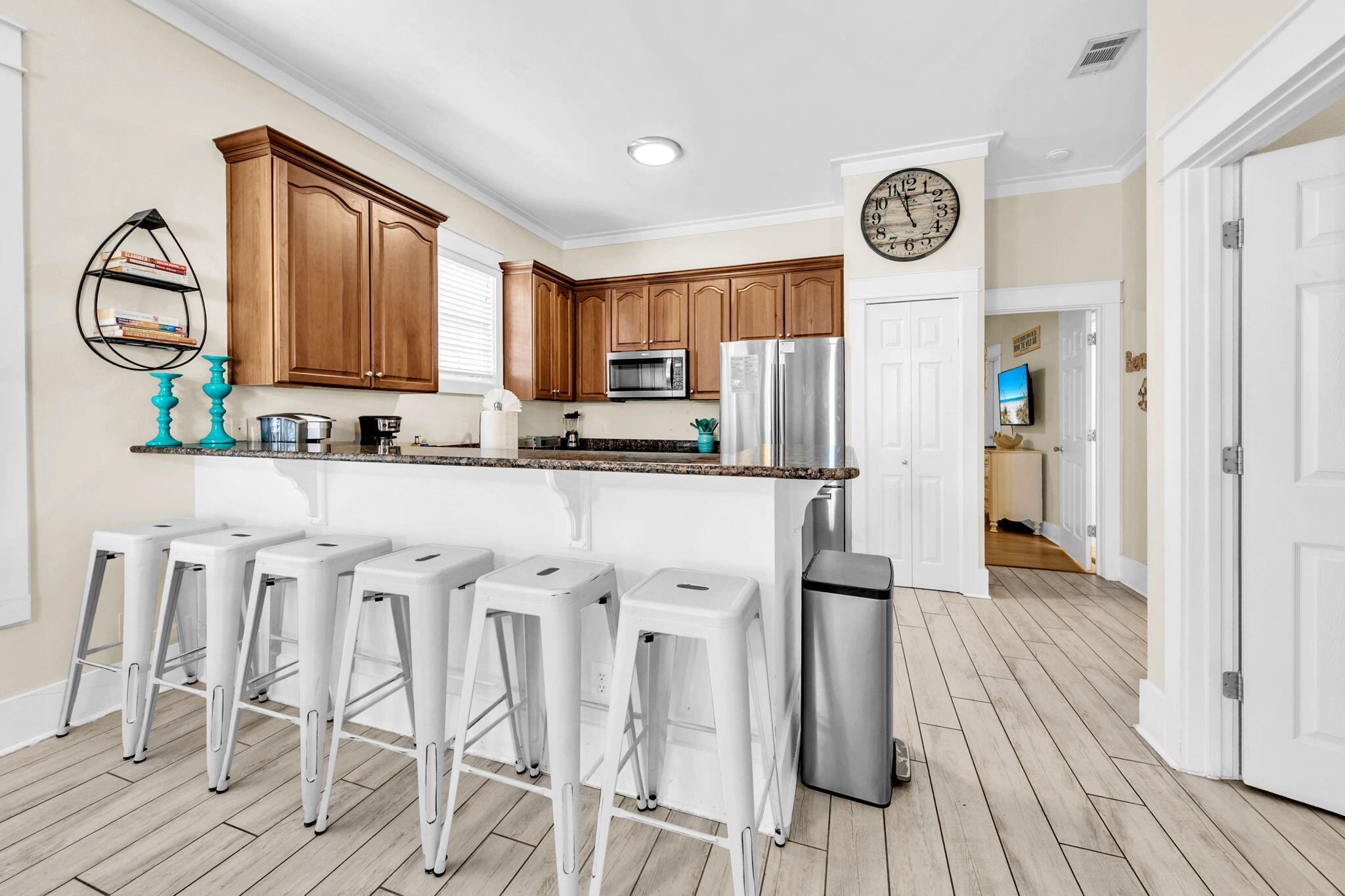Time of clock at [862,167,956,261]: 11:56
